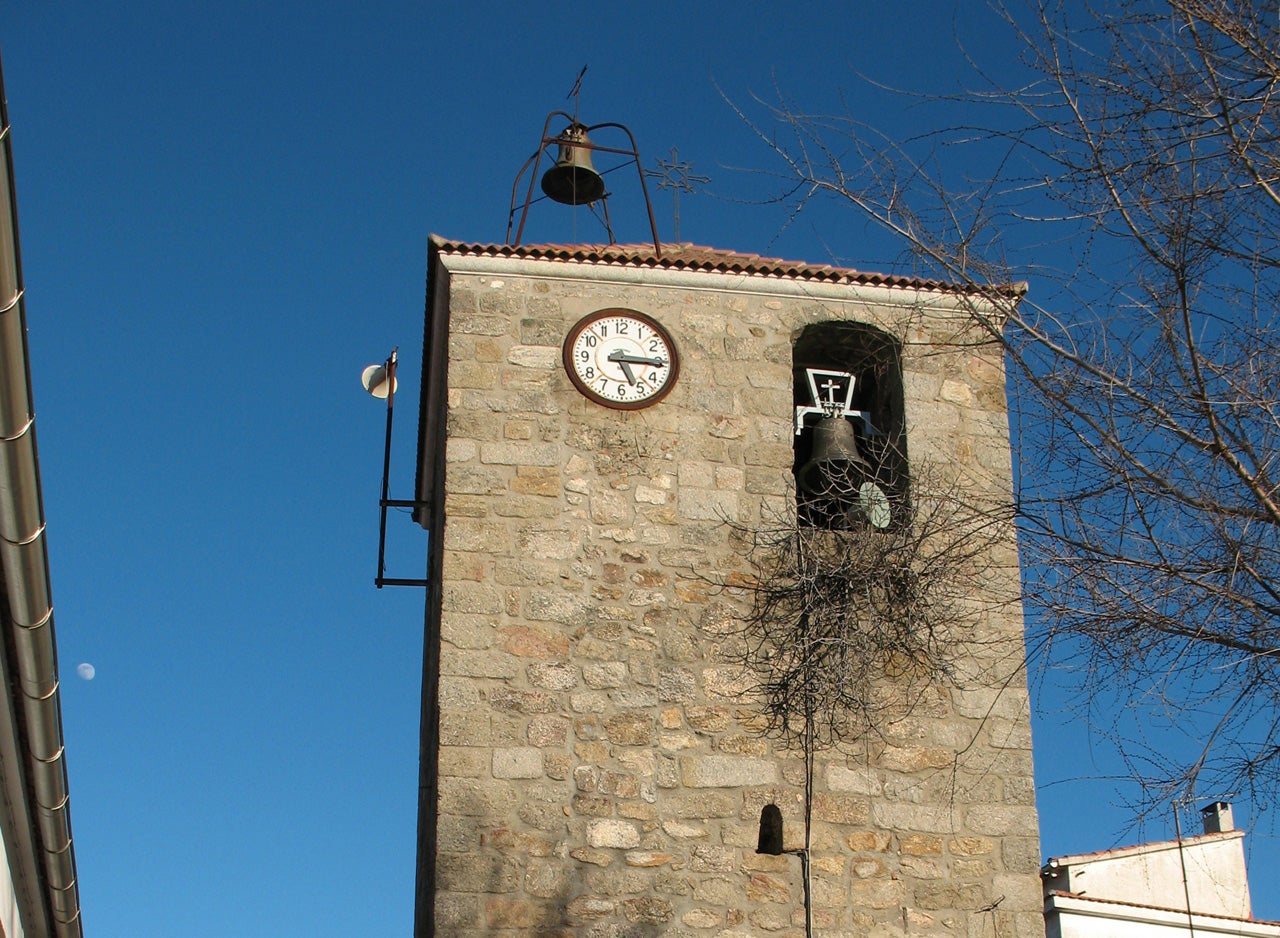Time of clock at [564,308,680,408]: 5:15
